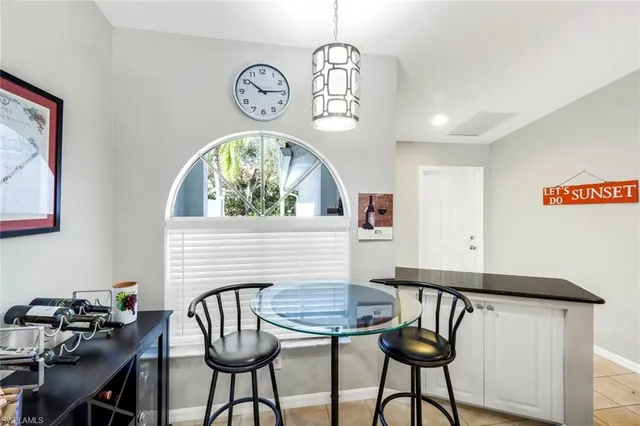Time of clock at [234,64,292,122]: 10:14
